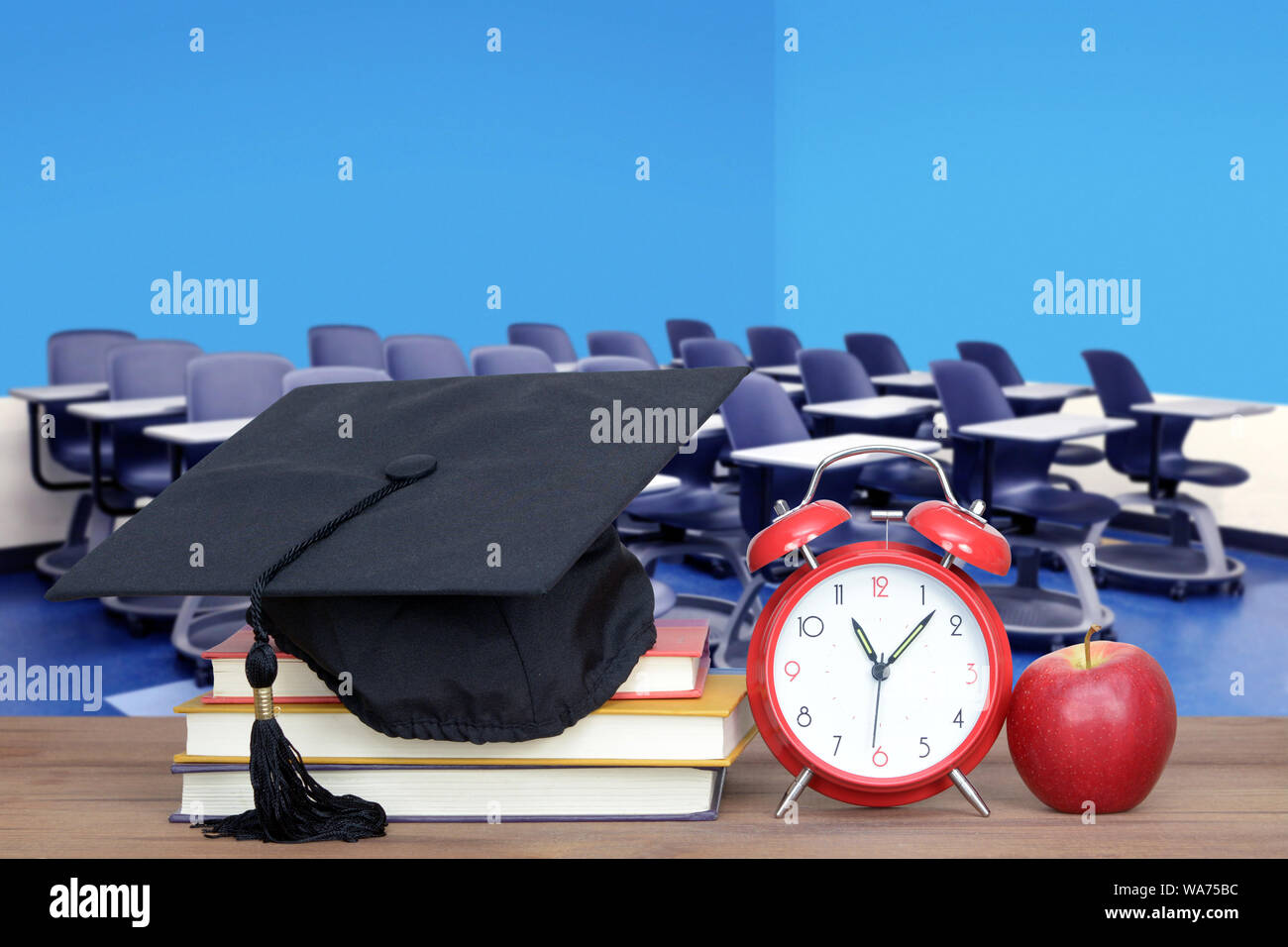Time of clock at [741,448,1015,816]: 11:07
